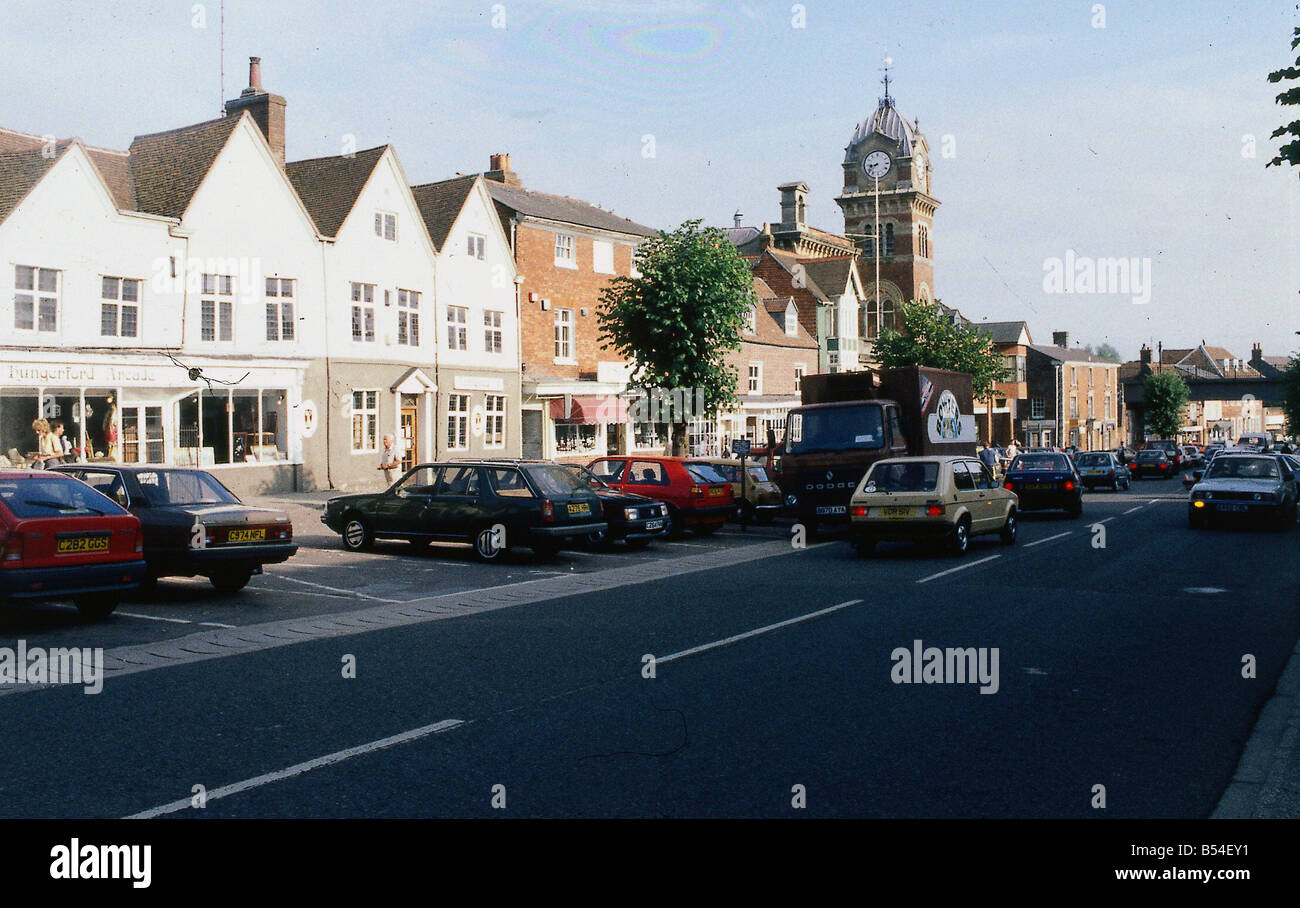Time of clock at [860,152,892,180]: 8:38
